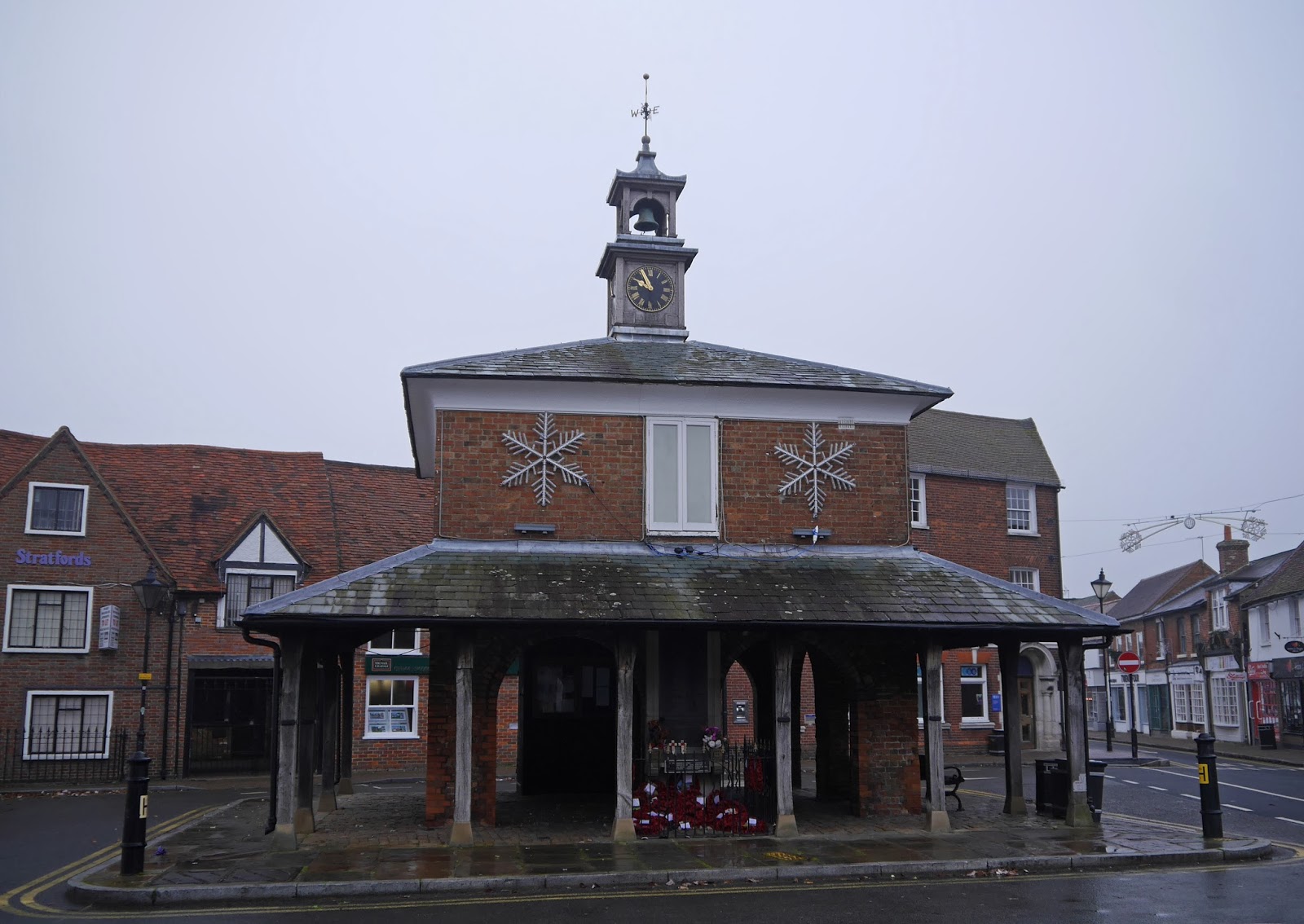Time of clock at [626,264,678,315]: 9:55
